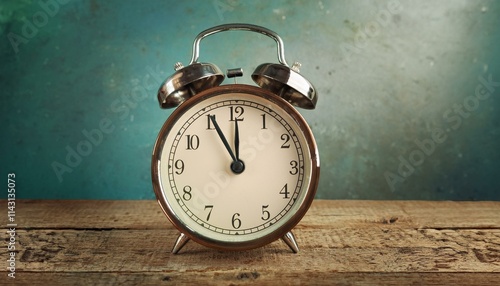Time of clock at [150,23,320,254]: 11:55
